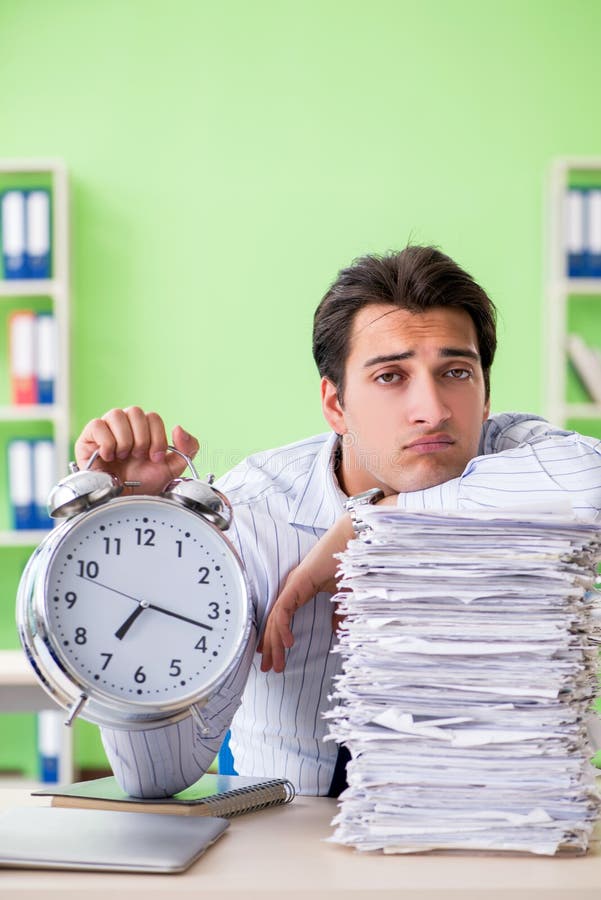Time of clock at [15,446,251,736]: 7:17
